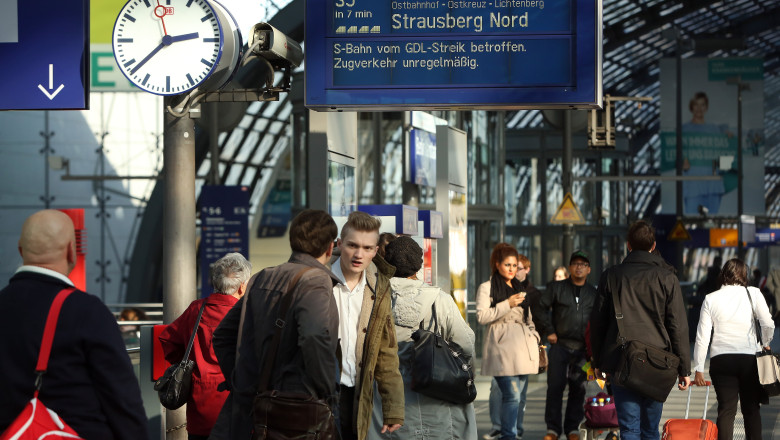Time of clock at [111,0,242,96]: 2:38
